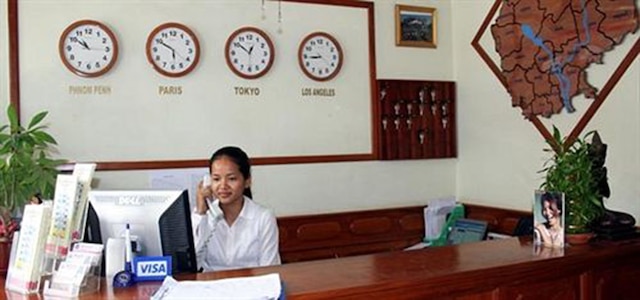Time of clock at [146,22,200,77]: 5:49
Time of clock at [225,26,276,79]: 12:51
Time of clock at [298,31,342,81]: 8:44
